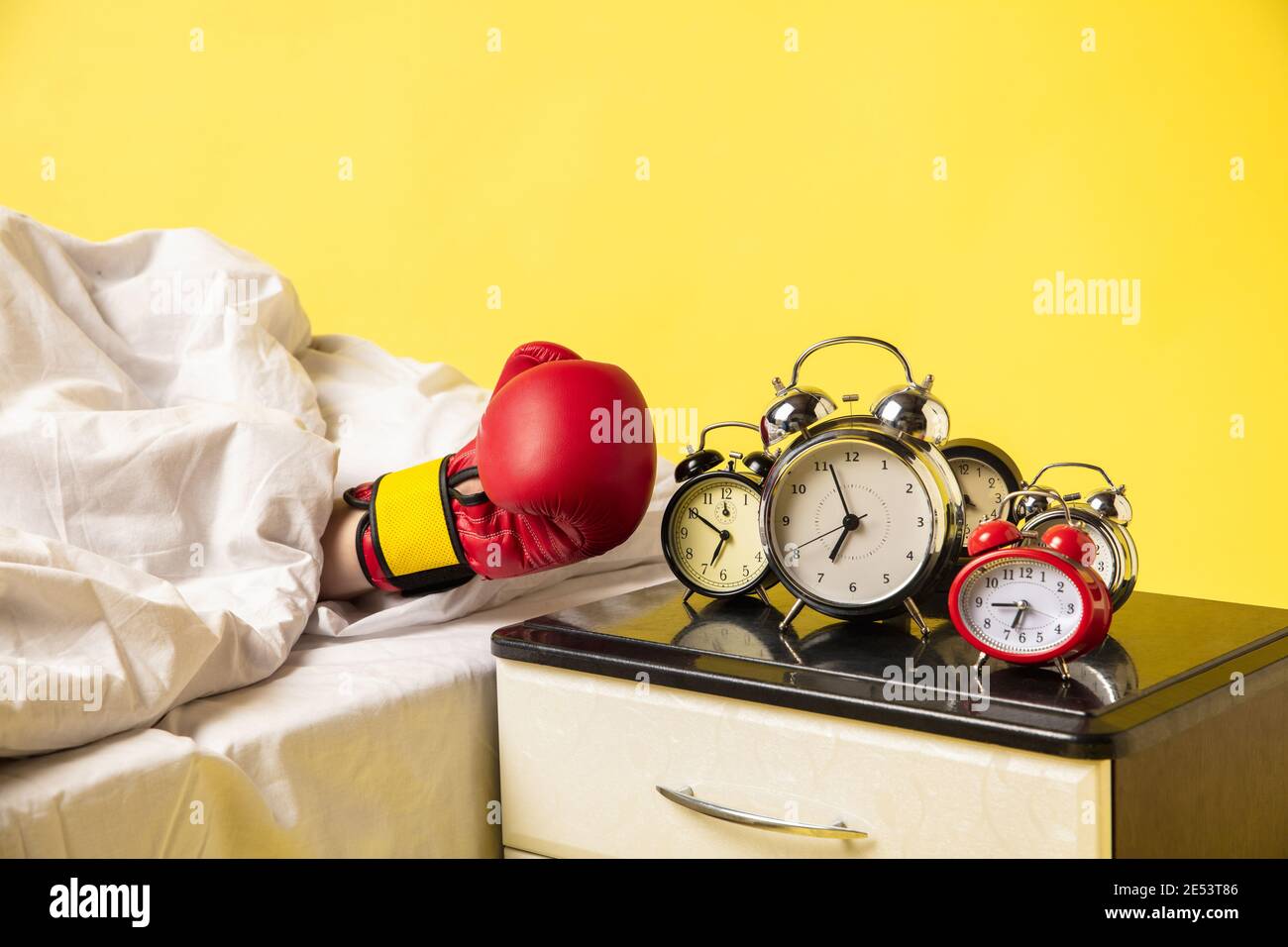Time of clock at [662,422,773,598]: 6:50
